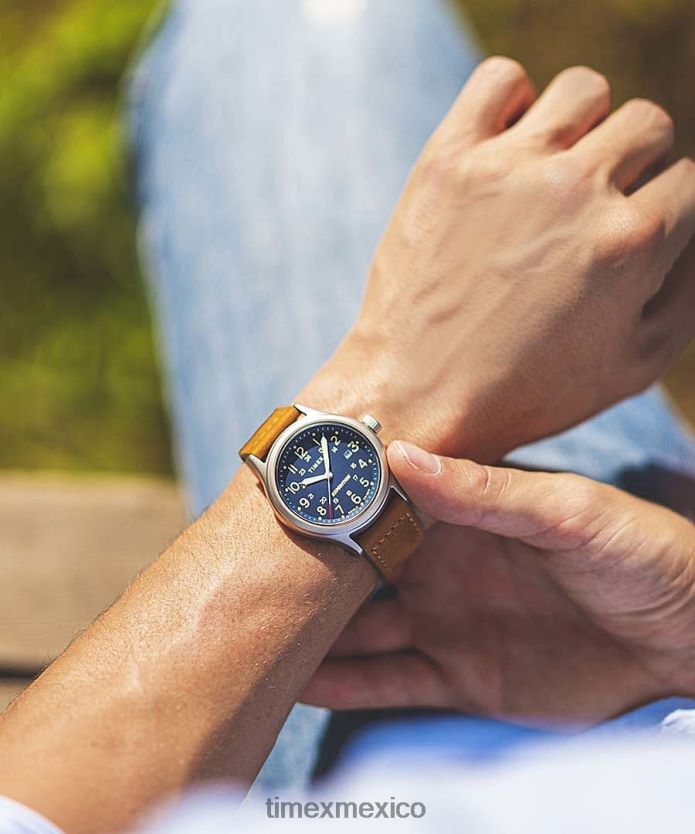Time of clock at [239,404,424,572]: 7:57
